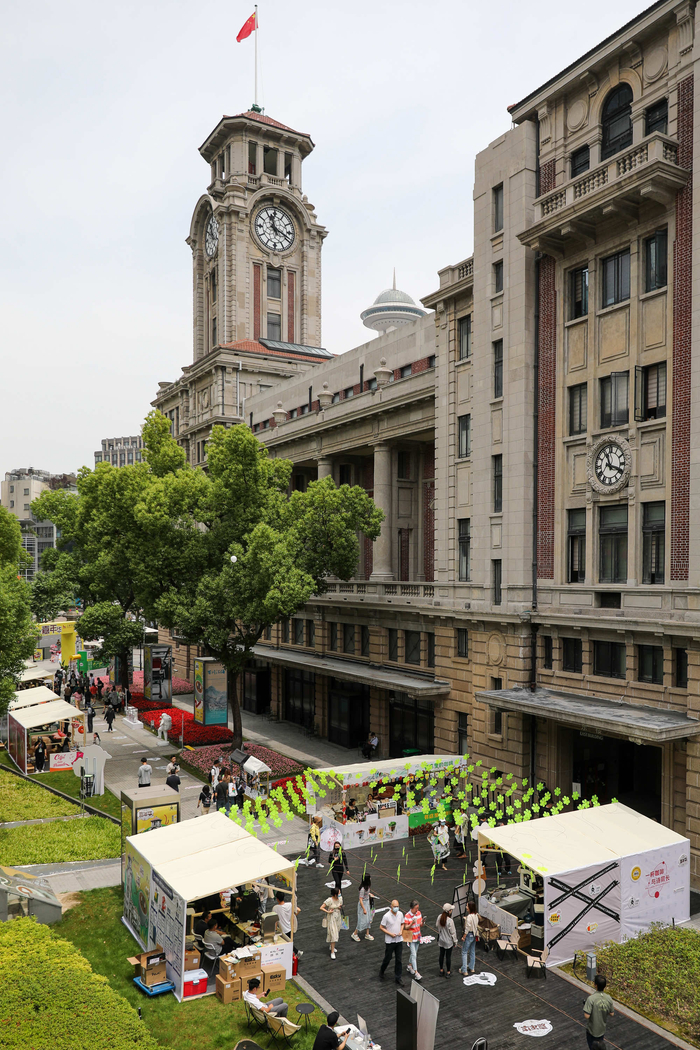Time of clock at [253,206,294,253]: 11:18
